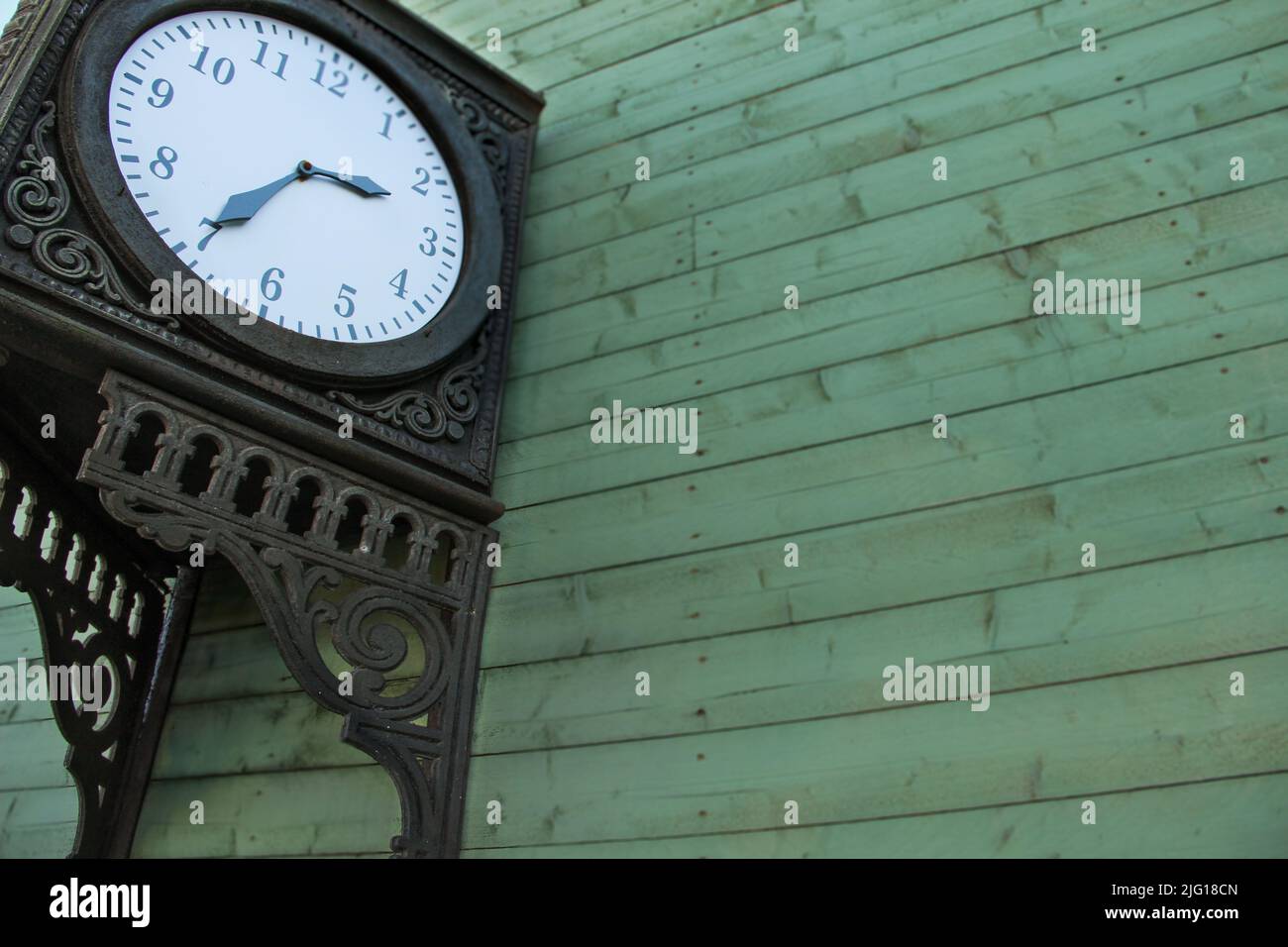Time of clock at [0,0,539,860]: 2:35
